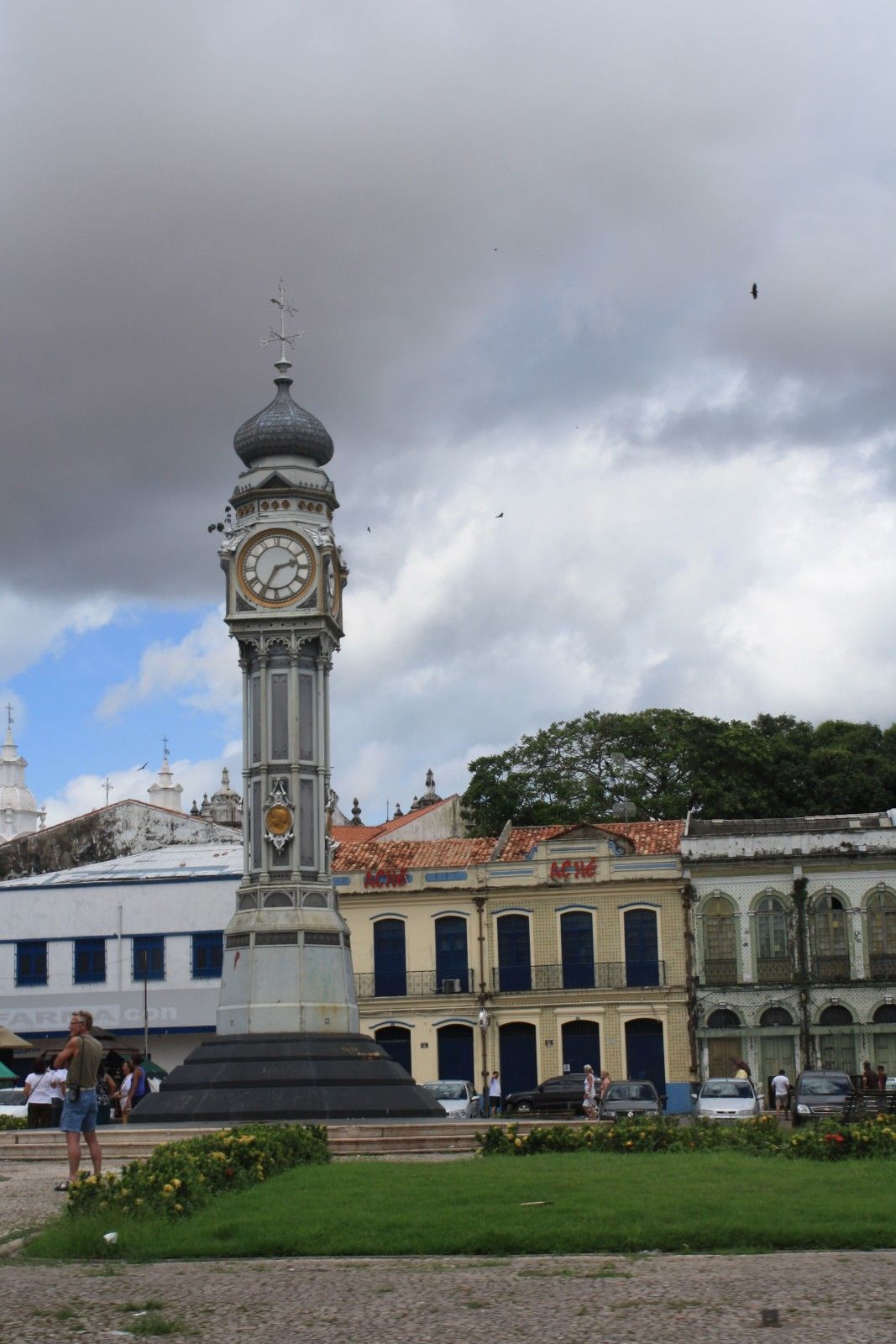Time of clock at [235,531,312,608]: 2:34
